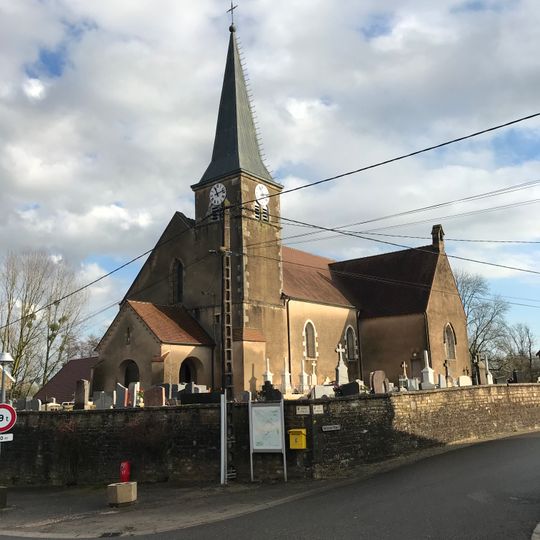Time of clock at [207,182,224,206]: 11:12
